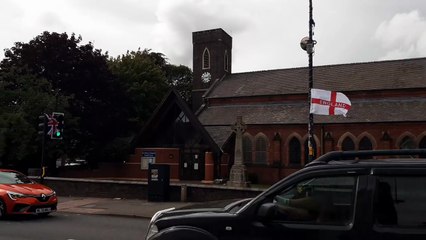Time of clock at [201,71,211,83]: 2:42
